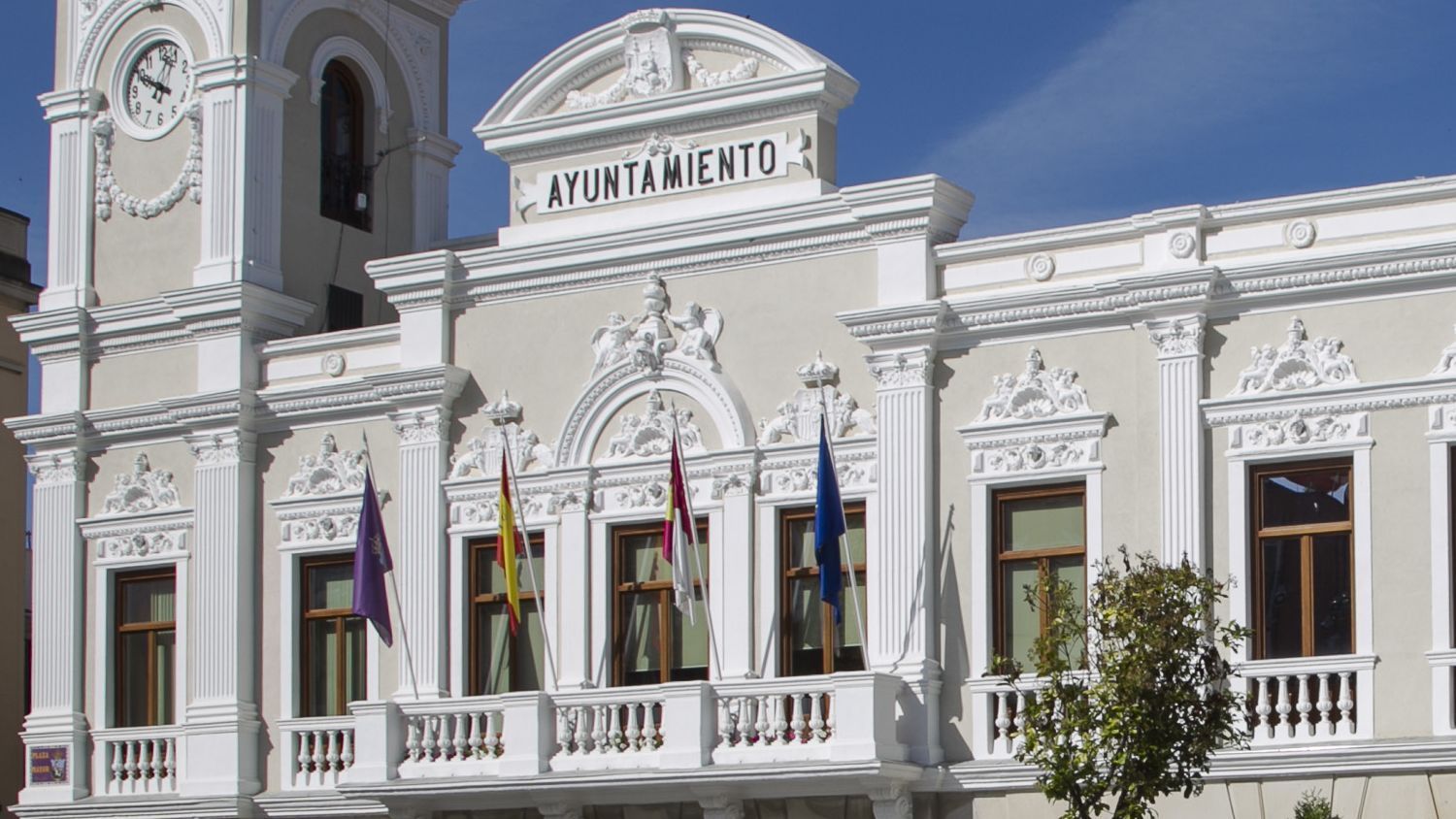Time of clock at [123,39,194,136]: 10:03
